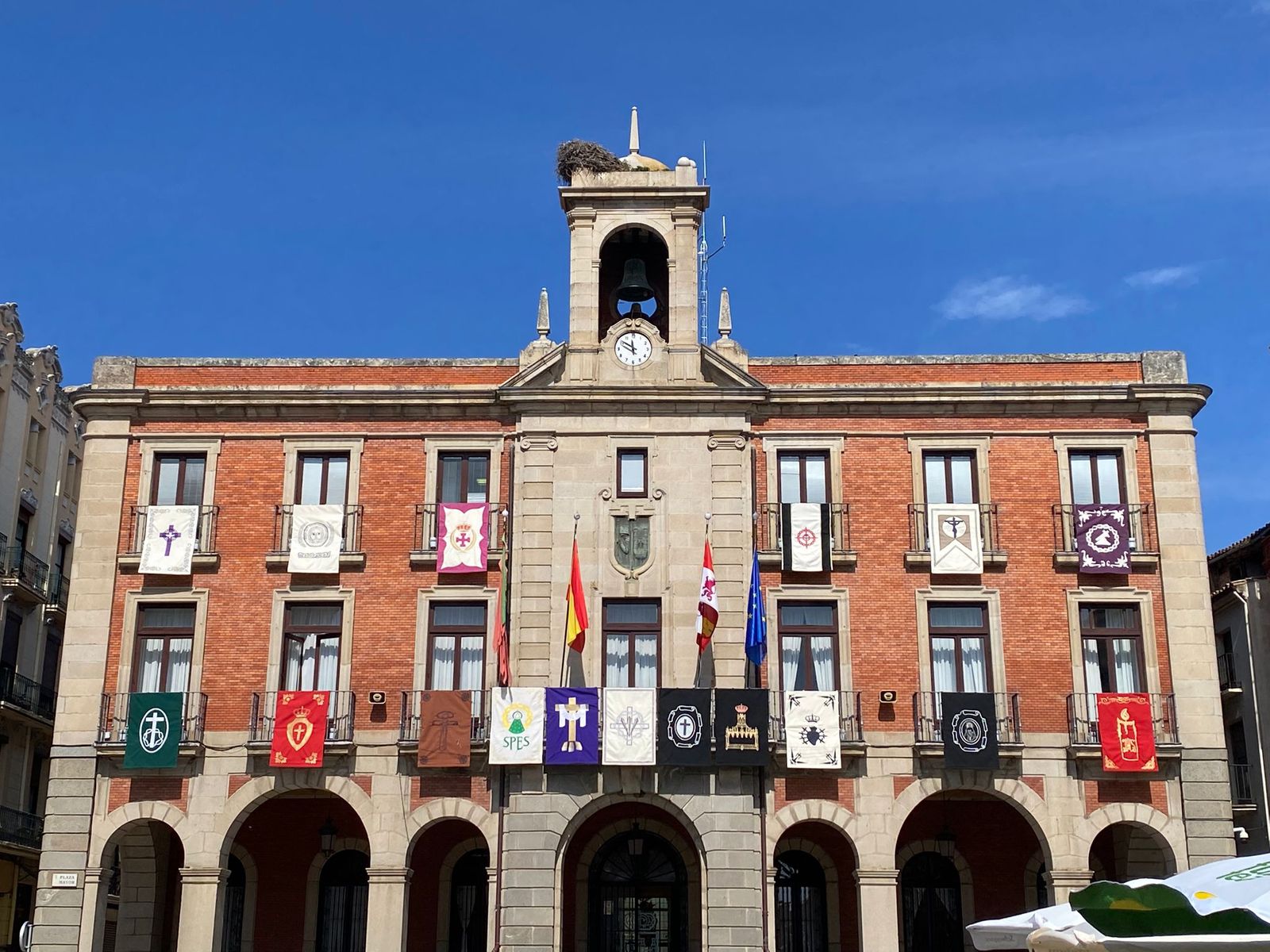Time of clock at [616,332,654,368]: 11:50
